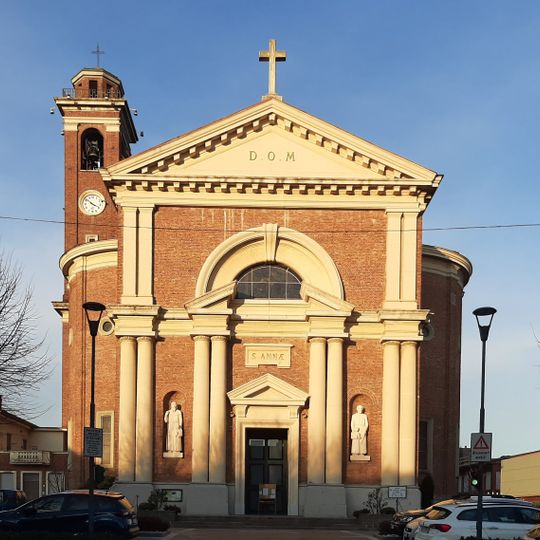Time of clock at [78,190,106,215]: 3:51
